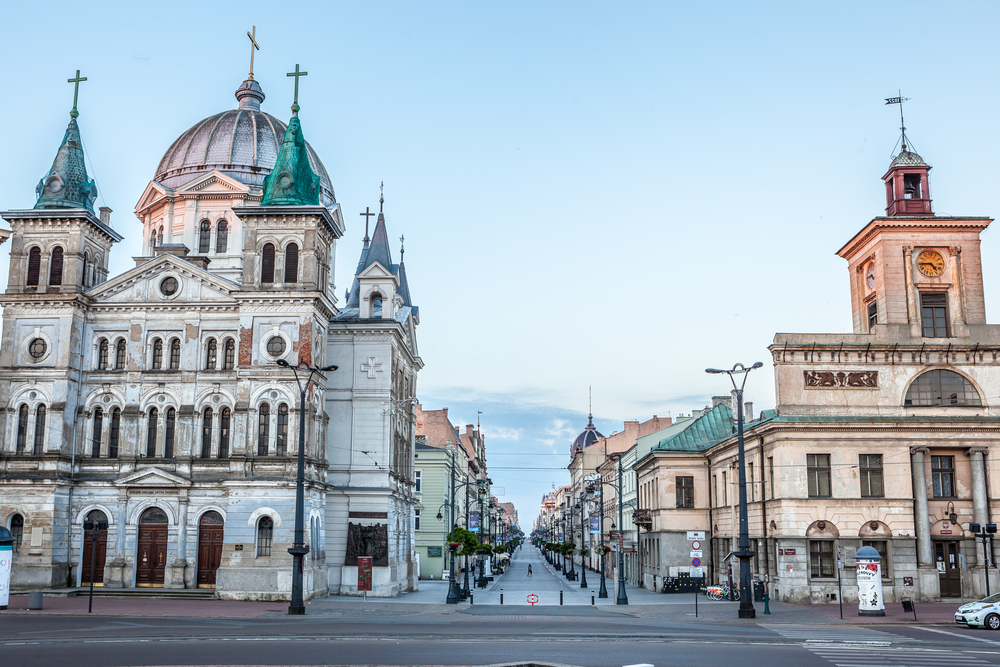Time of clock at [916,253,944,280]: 4:44
